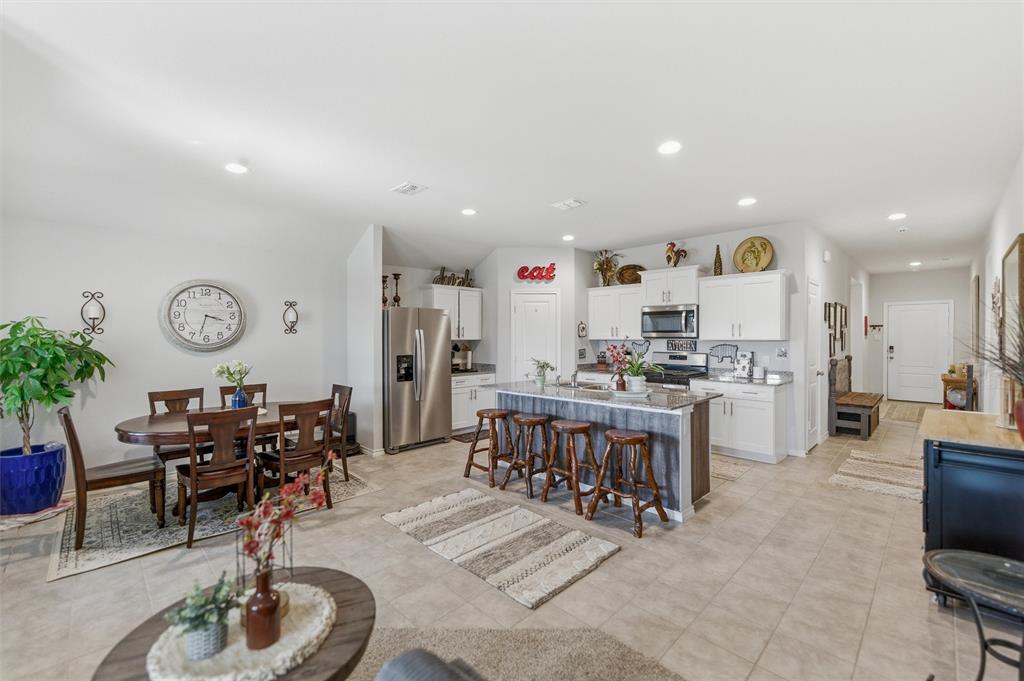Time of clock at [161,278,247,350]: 3:32
